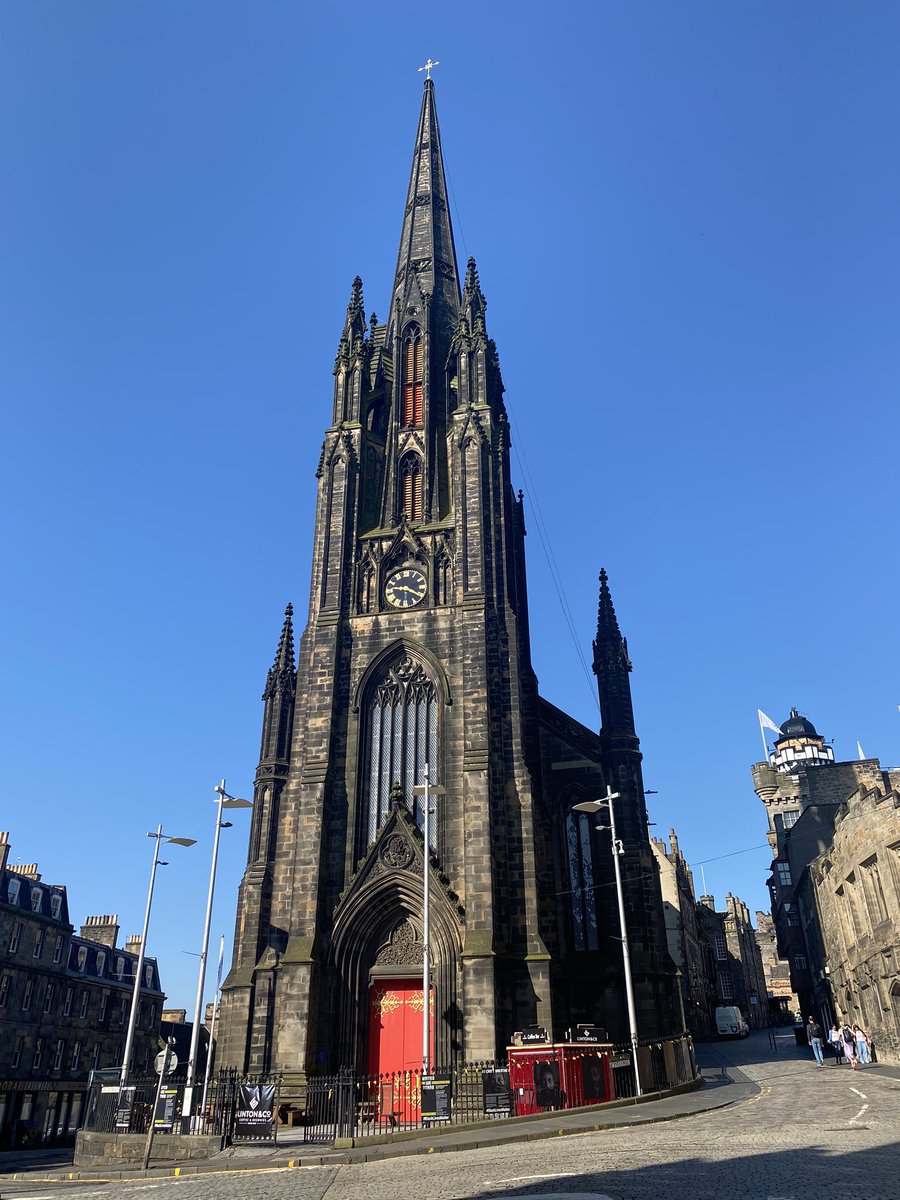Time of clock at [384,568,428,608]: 9:20
